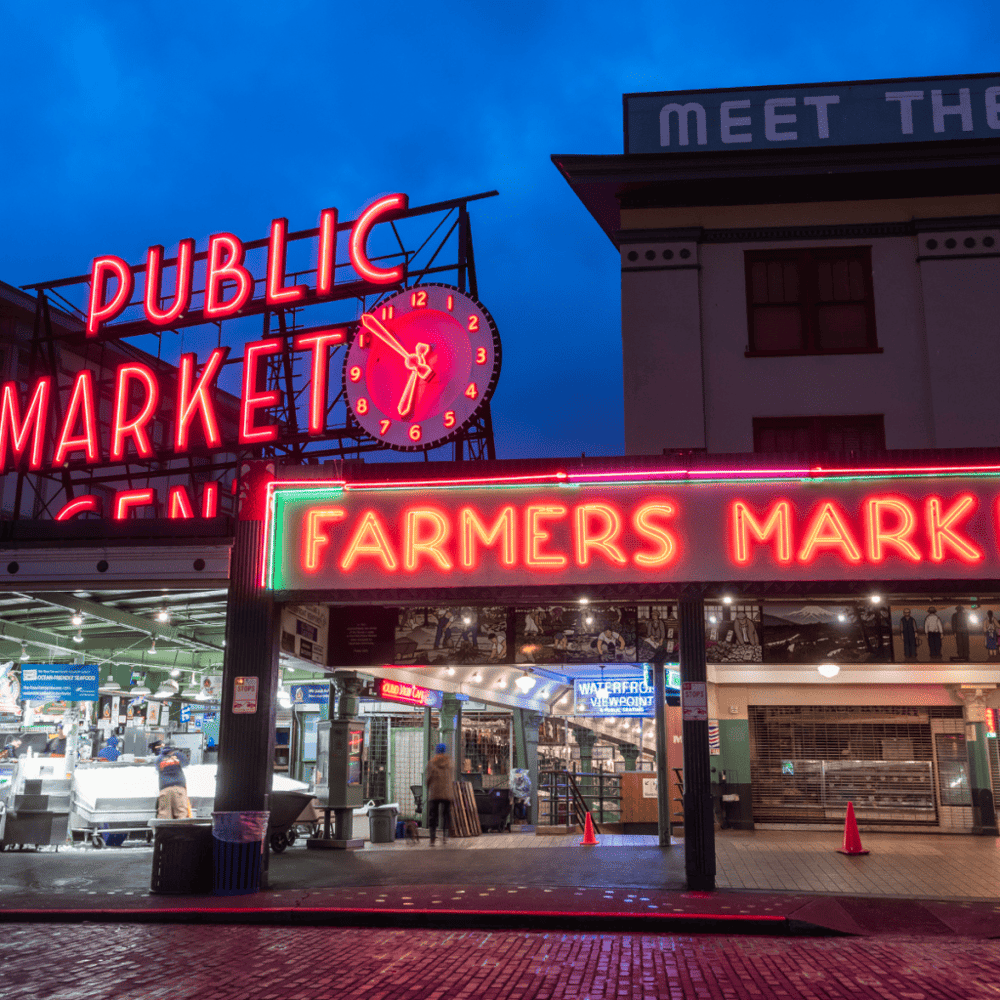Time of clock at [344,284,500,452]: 6:52
